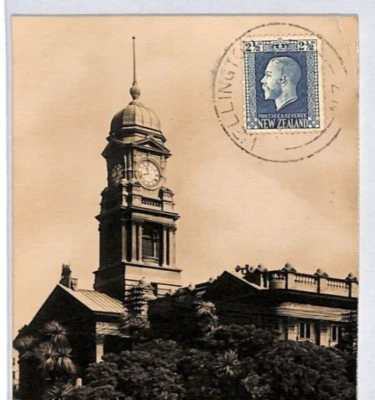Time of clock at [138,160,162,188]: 11:41
